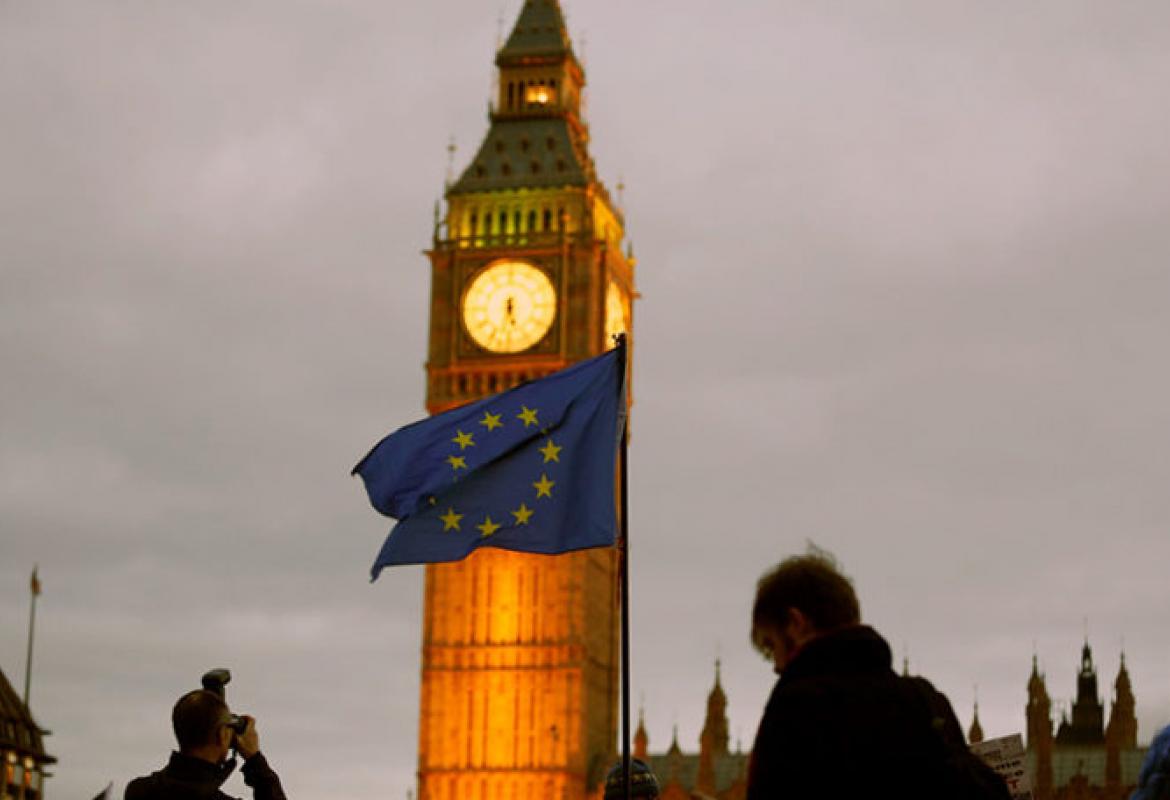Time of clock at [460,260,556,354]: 5:32
